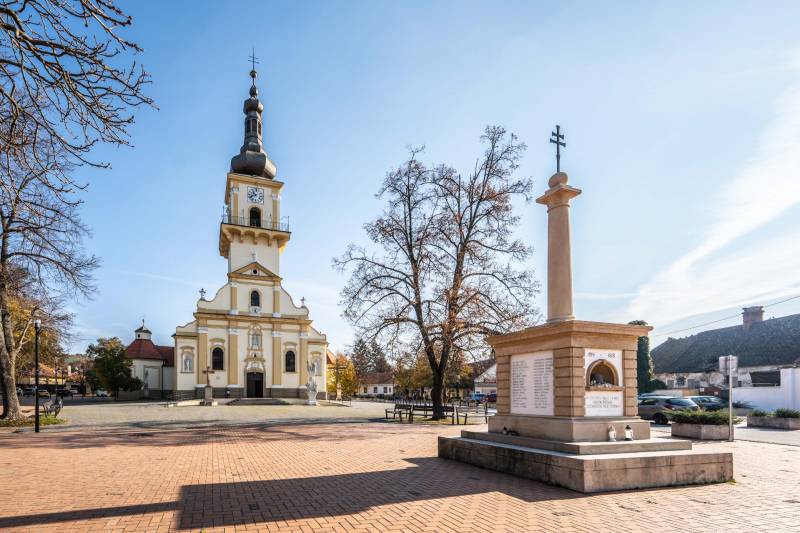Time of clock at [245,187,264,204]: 10:41
